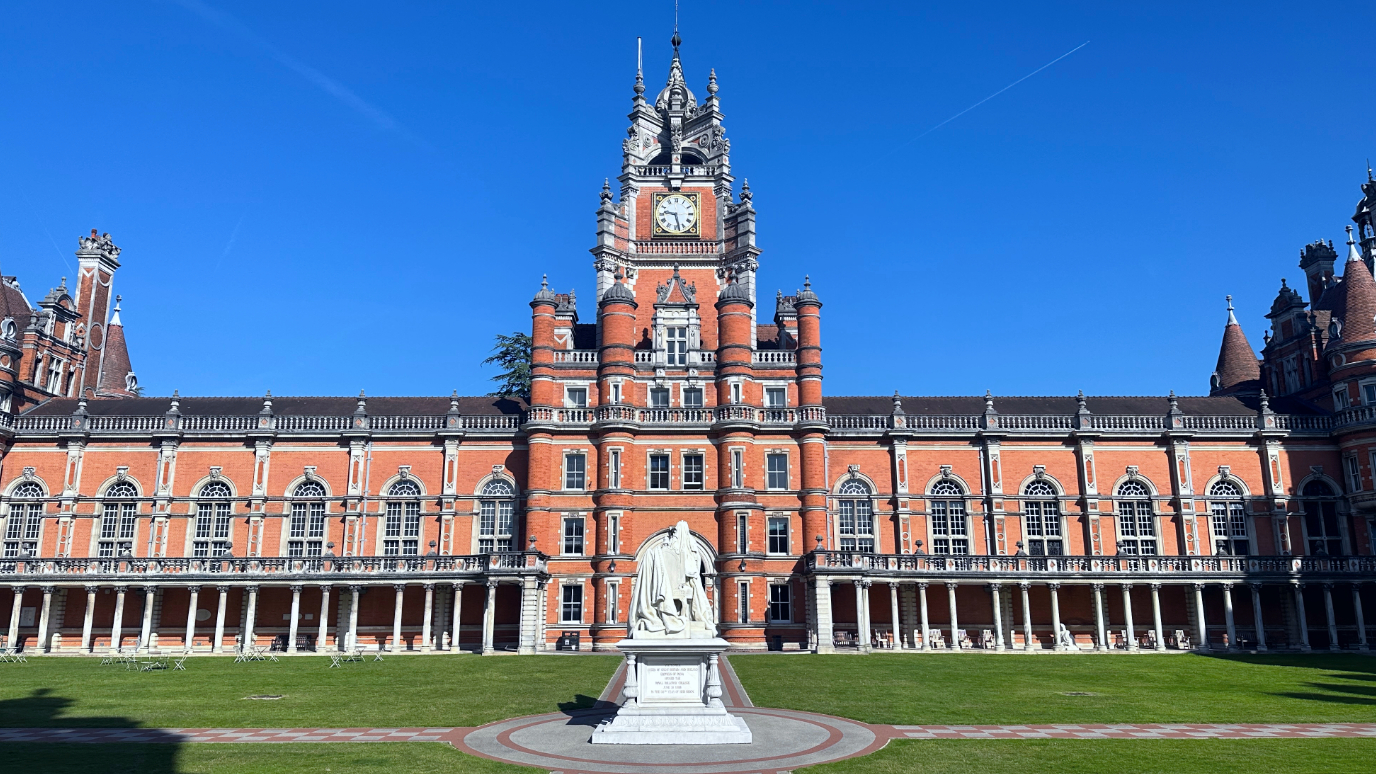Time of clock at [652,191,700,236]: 9:27
